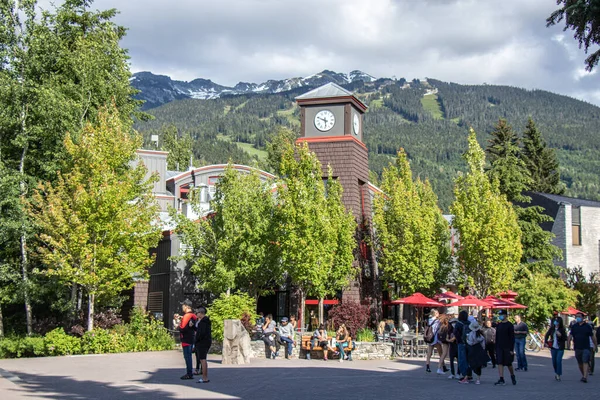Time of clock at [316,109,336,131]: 5:48
